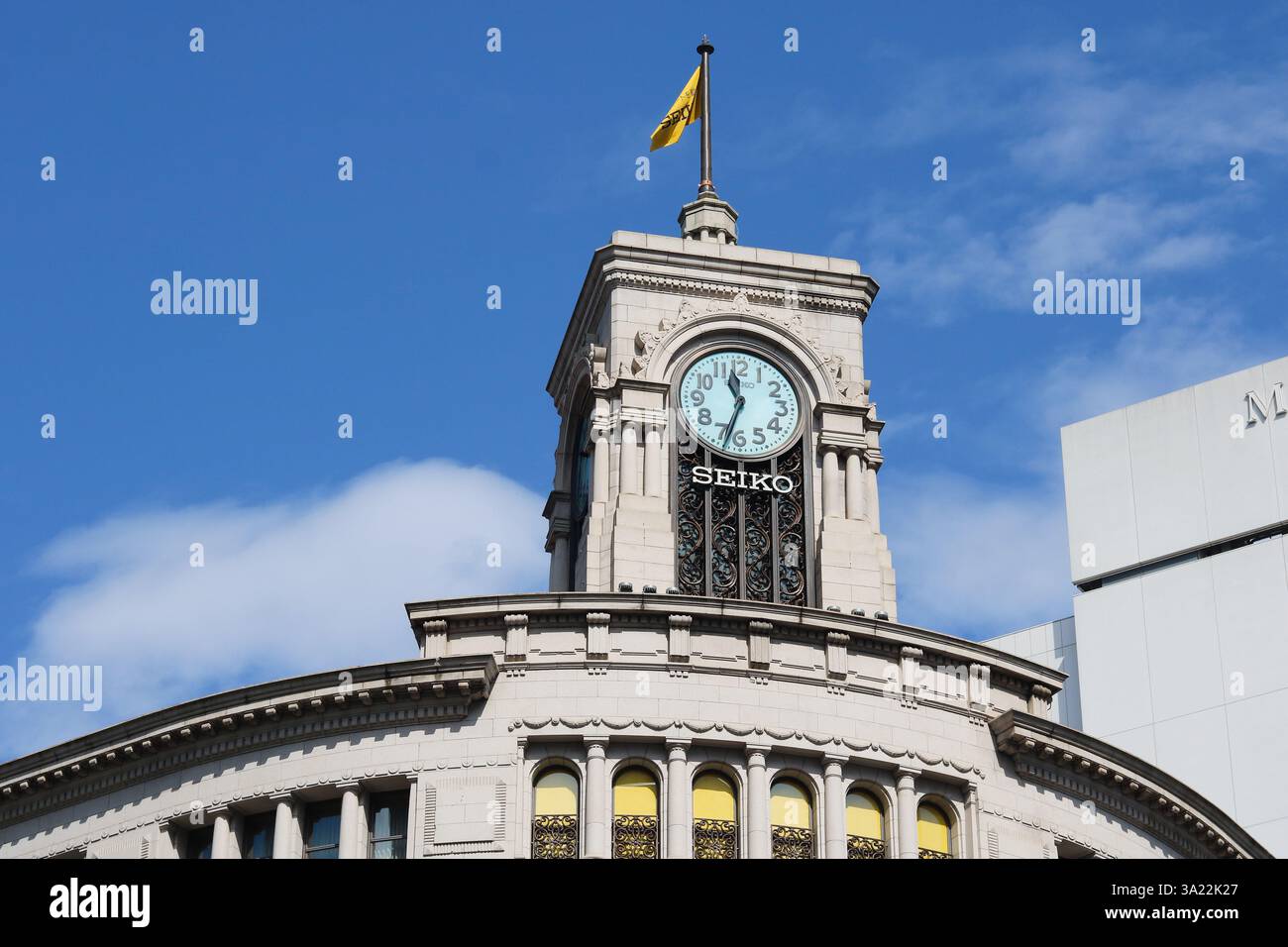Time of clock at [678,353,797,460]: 11:33
